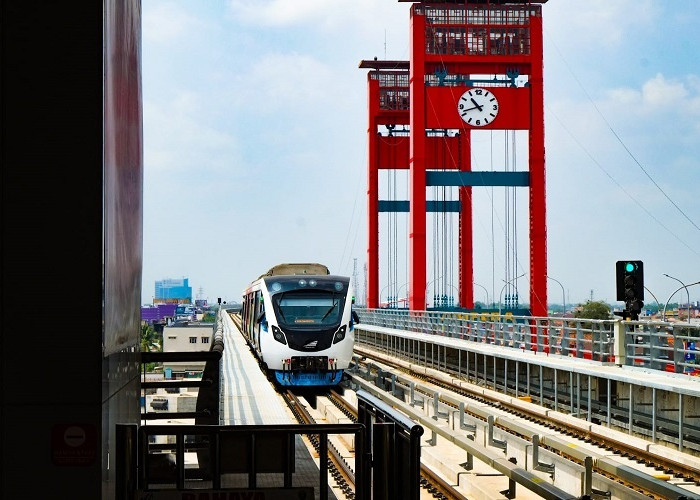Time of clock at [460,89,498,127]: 10:42
